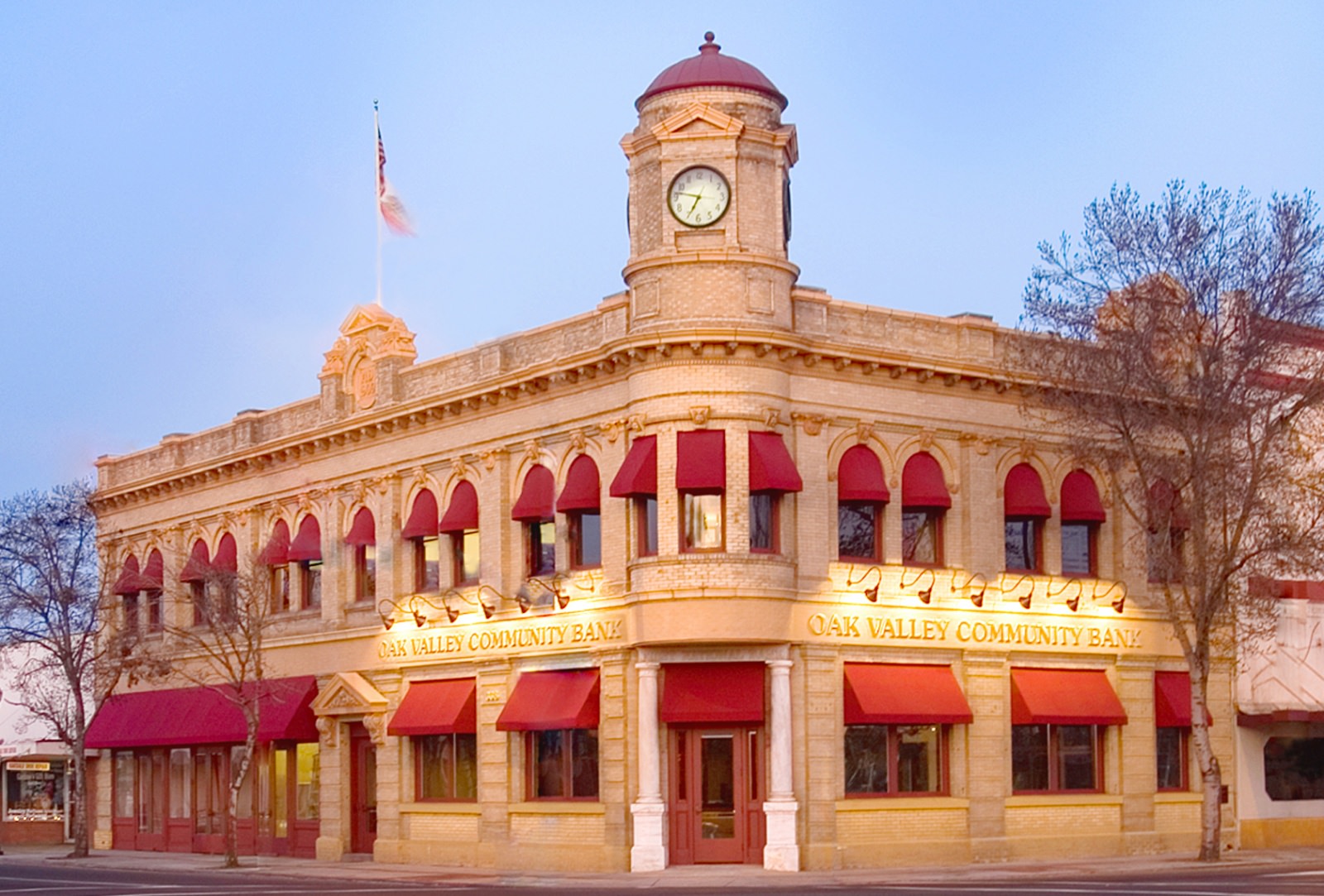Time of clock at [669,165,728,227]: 6:47
